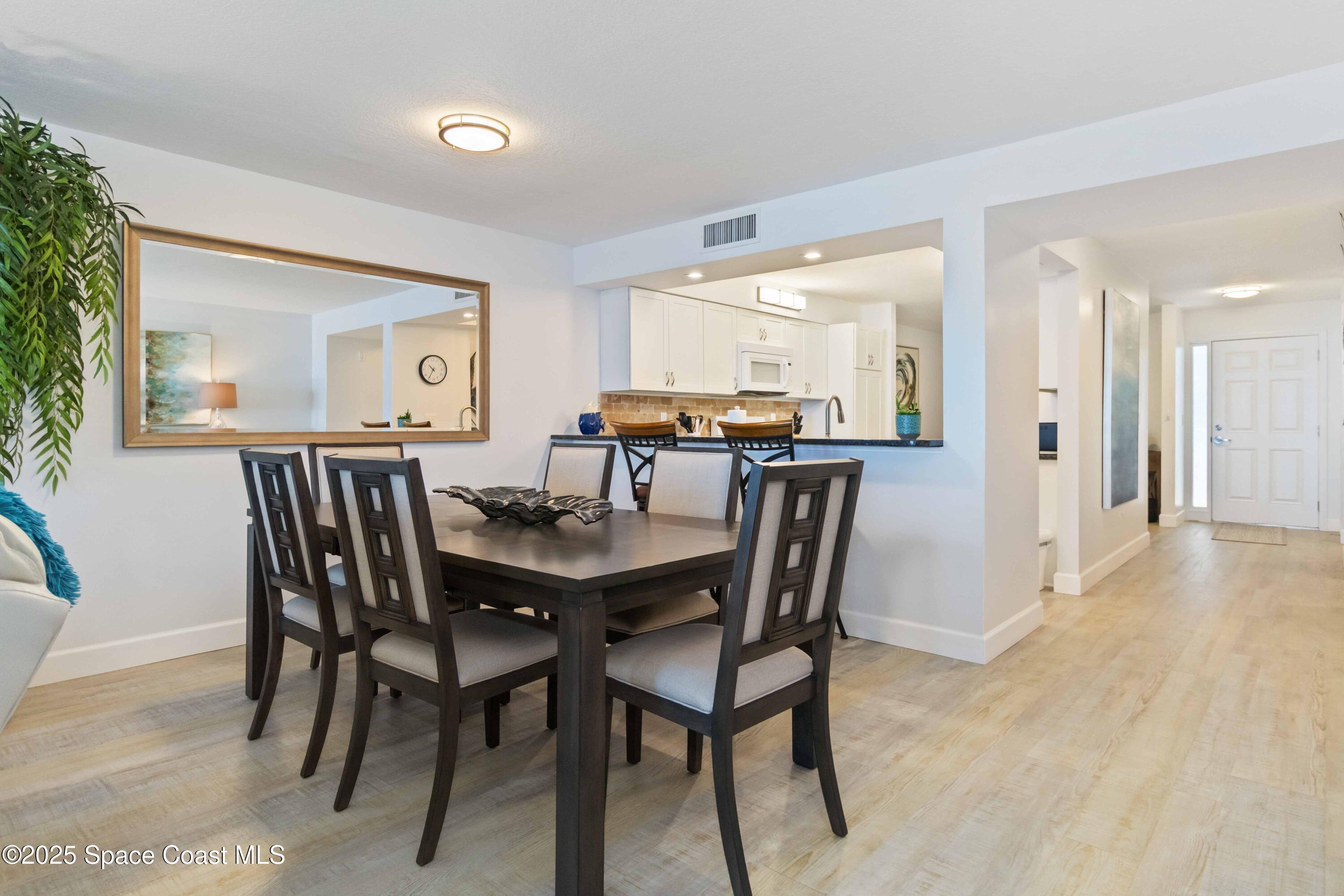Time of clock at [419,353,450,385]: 10:35
